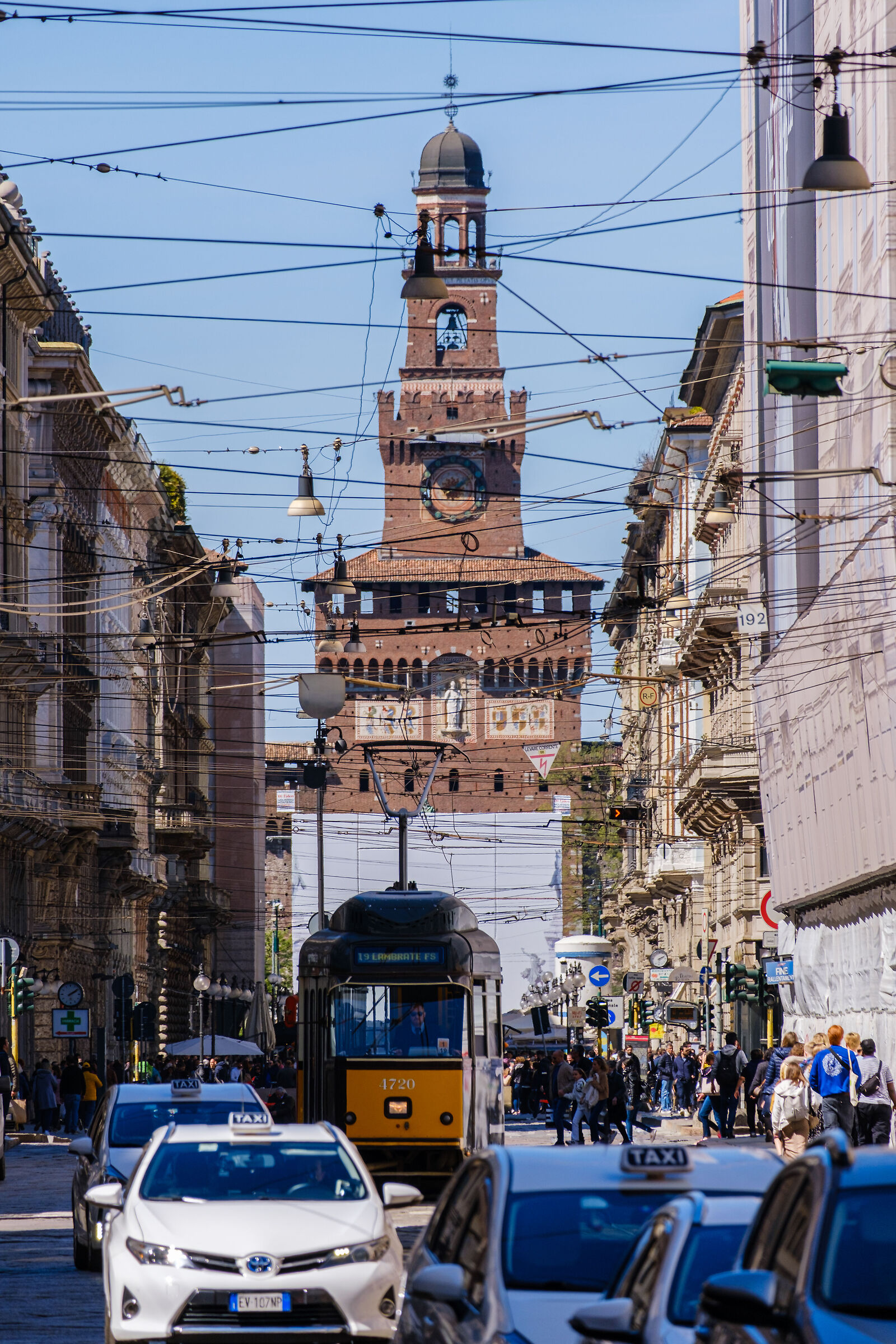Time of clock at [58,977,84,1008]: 2:09
